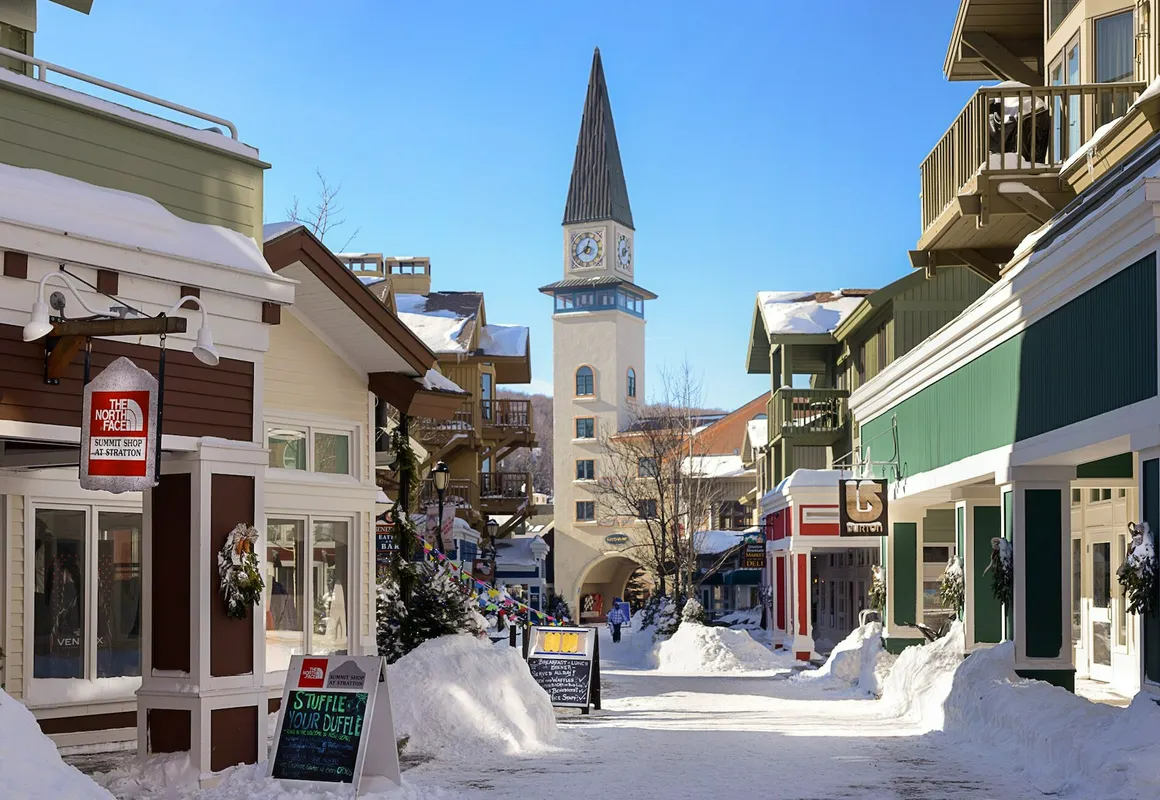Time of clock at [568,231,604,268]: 12:40
